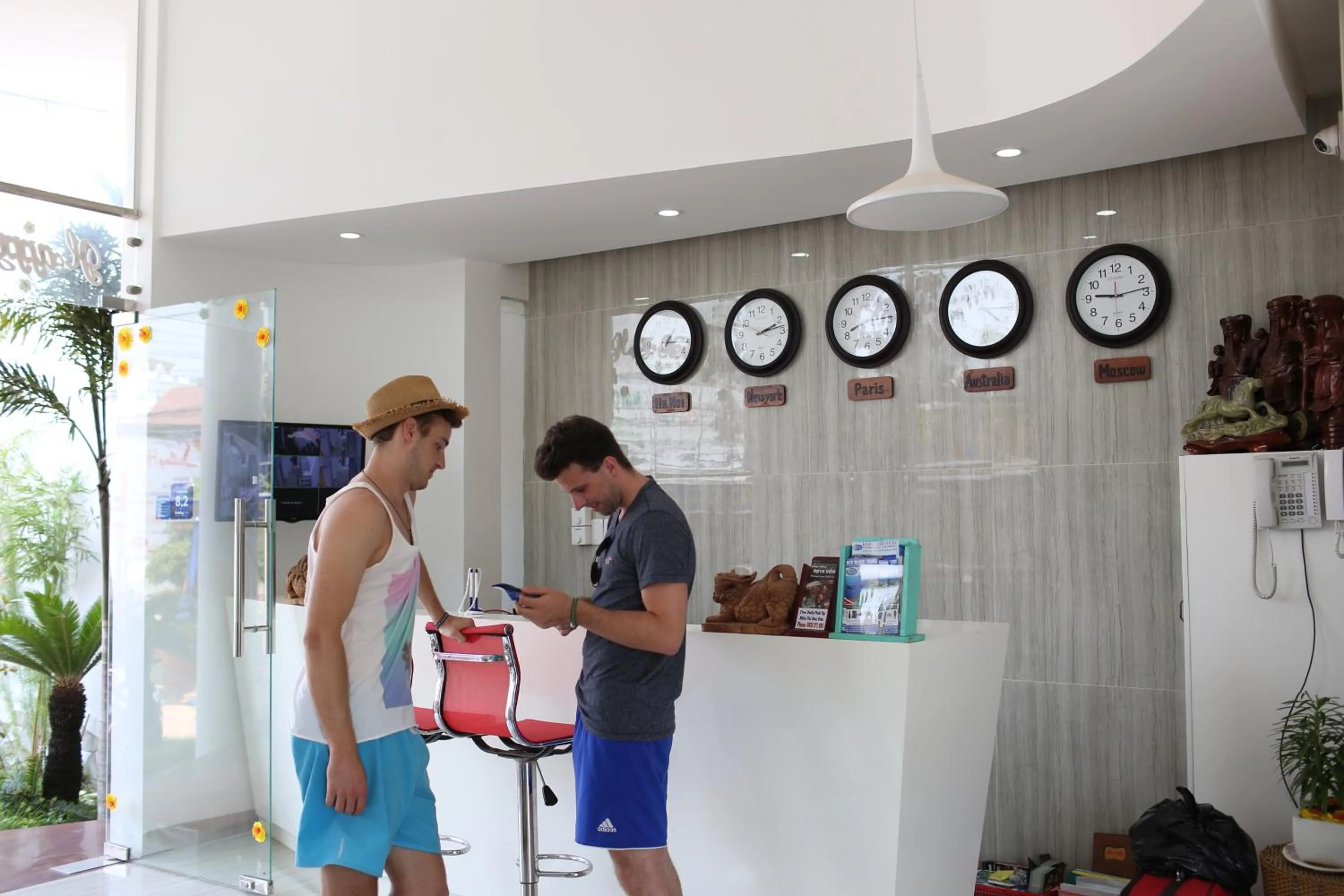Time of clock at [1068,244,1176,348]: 9:13
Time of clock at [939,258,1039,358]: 4:15
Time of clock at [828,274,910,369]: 8:14
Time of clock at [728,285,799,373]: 2:12
